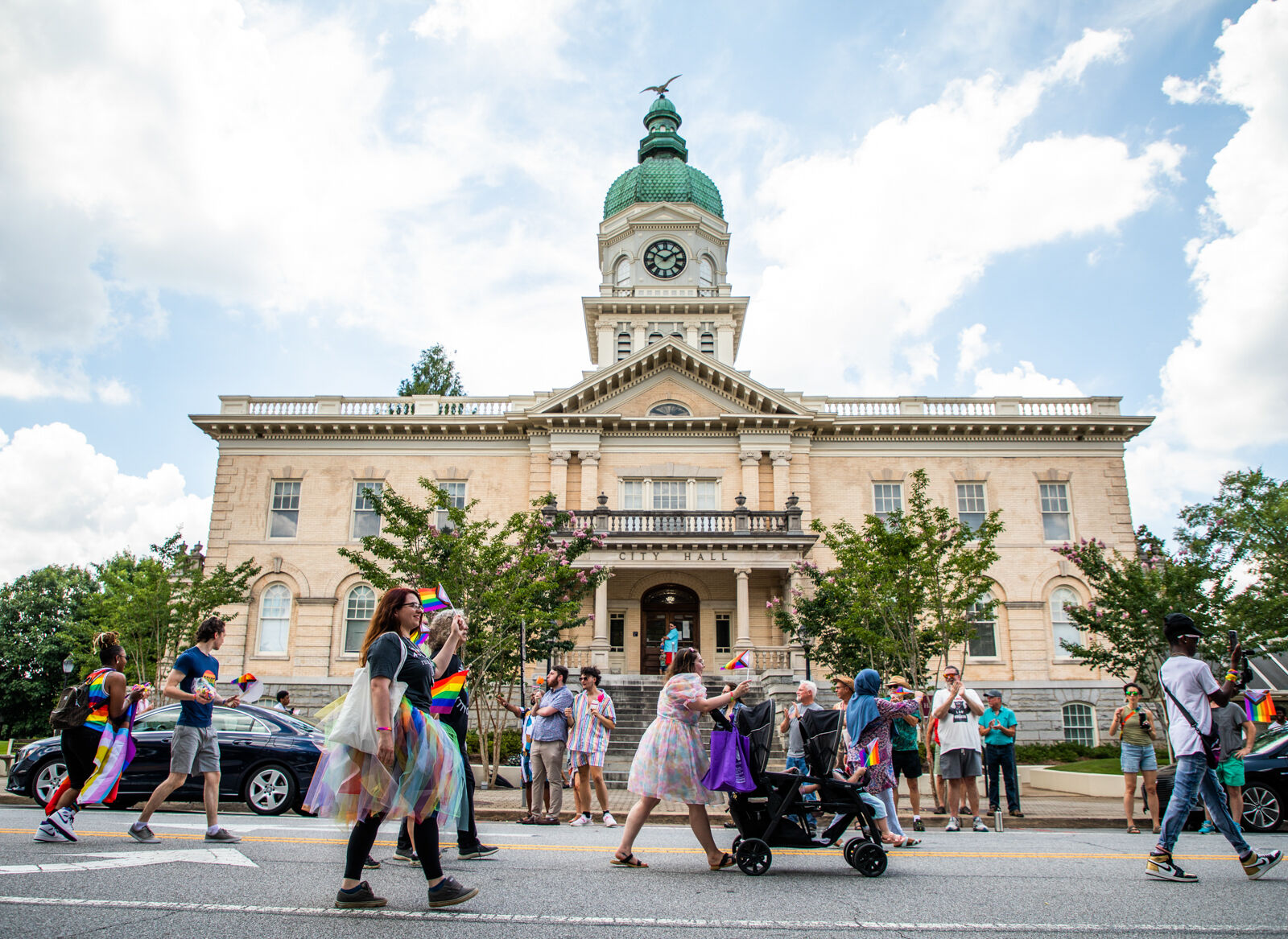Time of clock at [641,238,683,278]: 1:49
